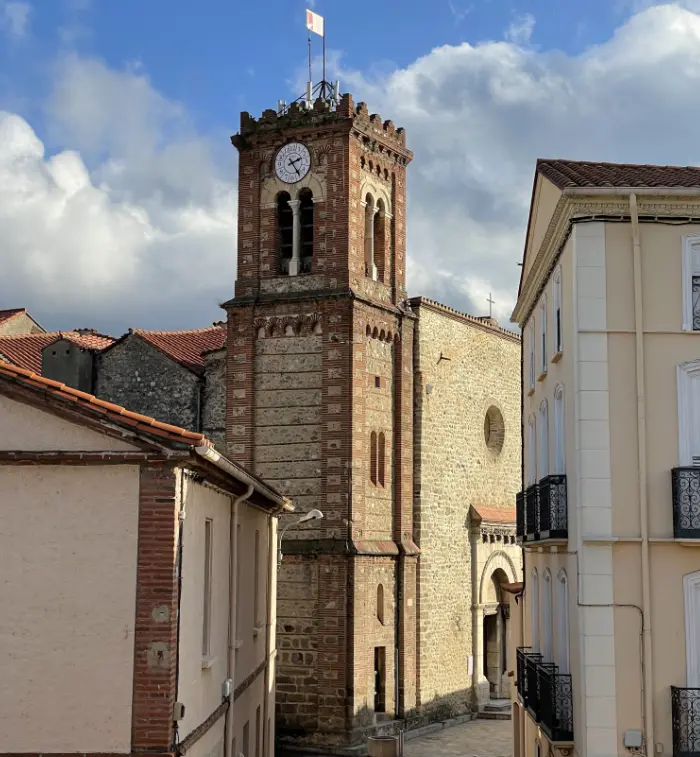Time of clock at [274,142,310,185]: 2:24
